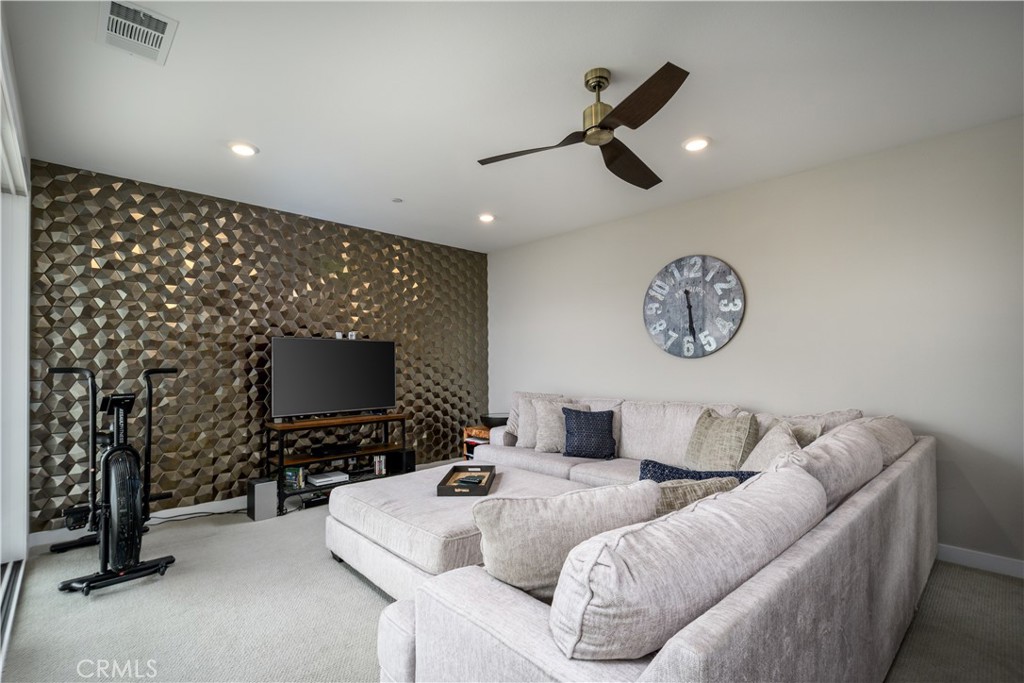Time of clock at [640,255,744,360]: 11:28
